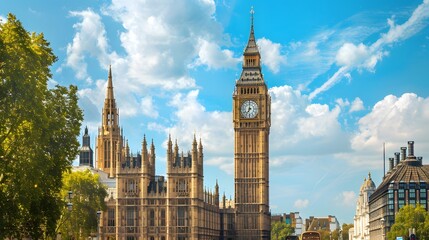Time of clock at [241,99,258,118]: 7:00
